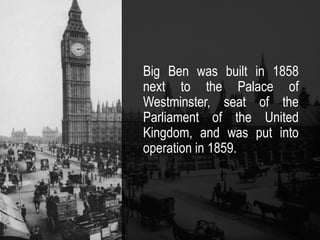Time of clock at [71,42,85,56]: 2:14
